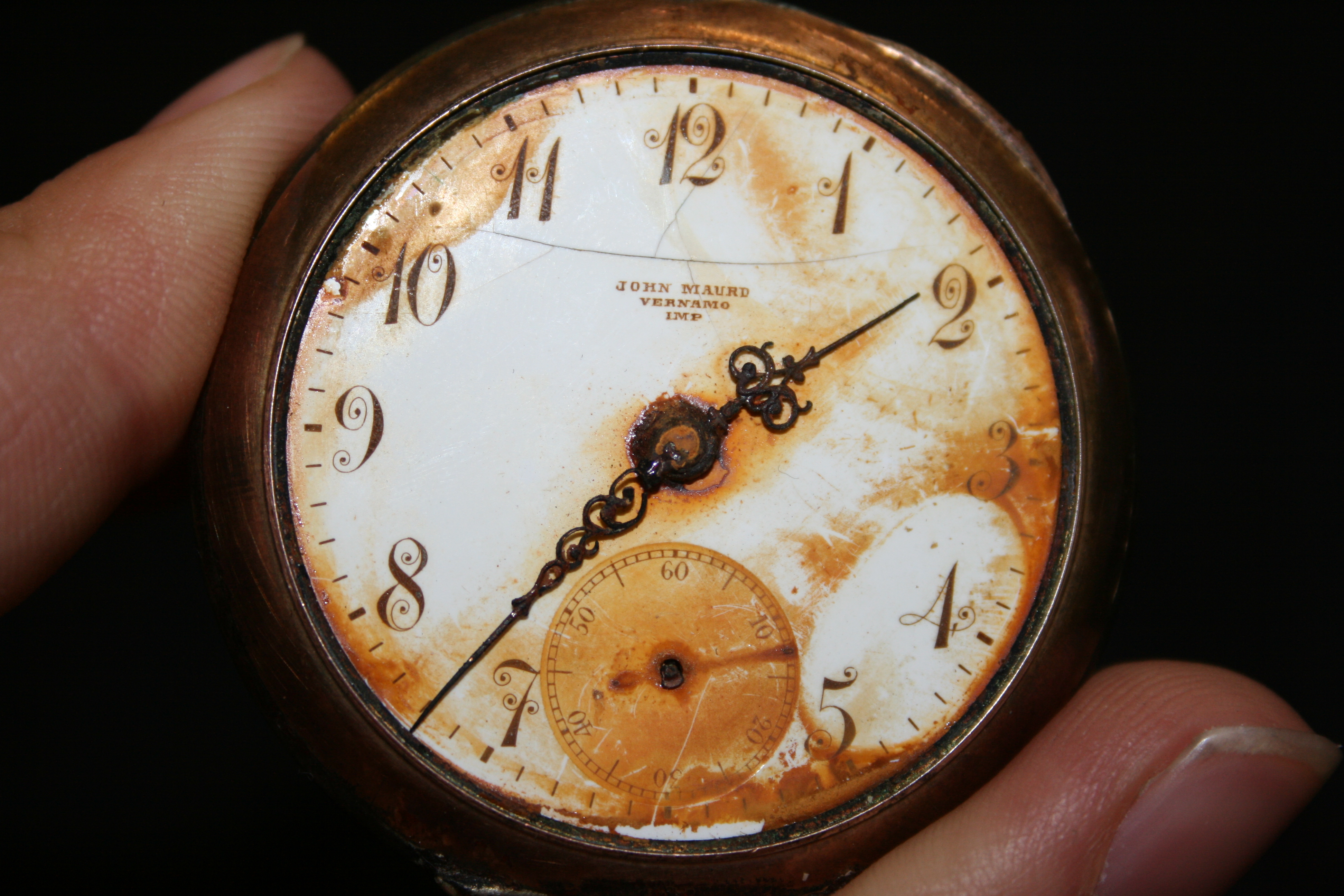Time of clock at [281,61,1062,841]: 1:36
